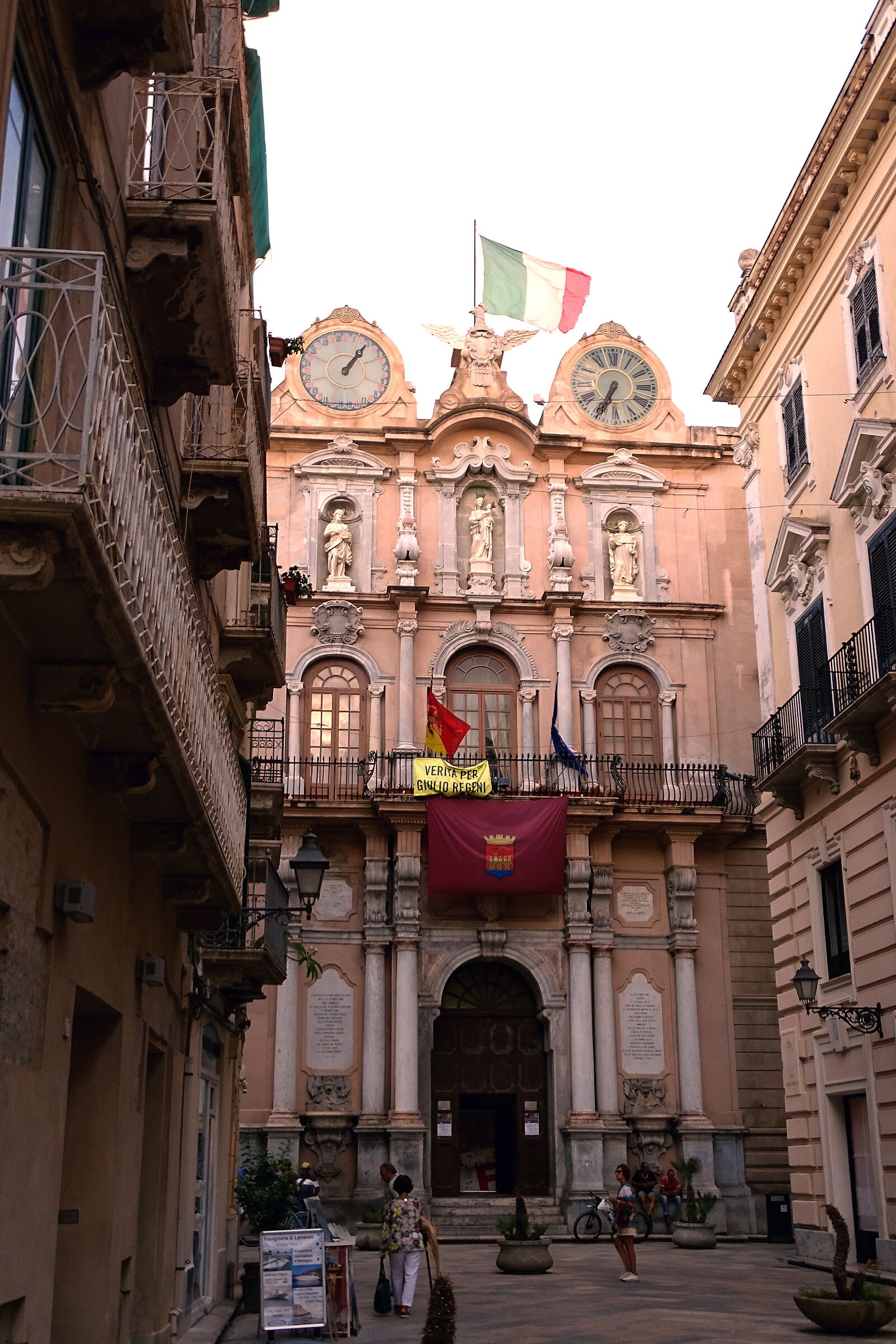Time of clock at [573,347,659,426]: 6:34
